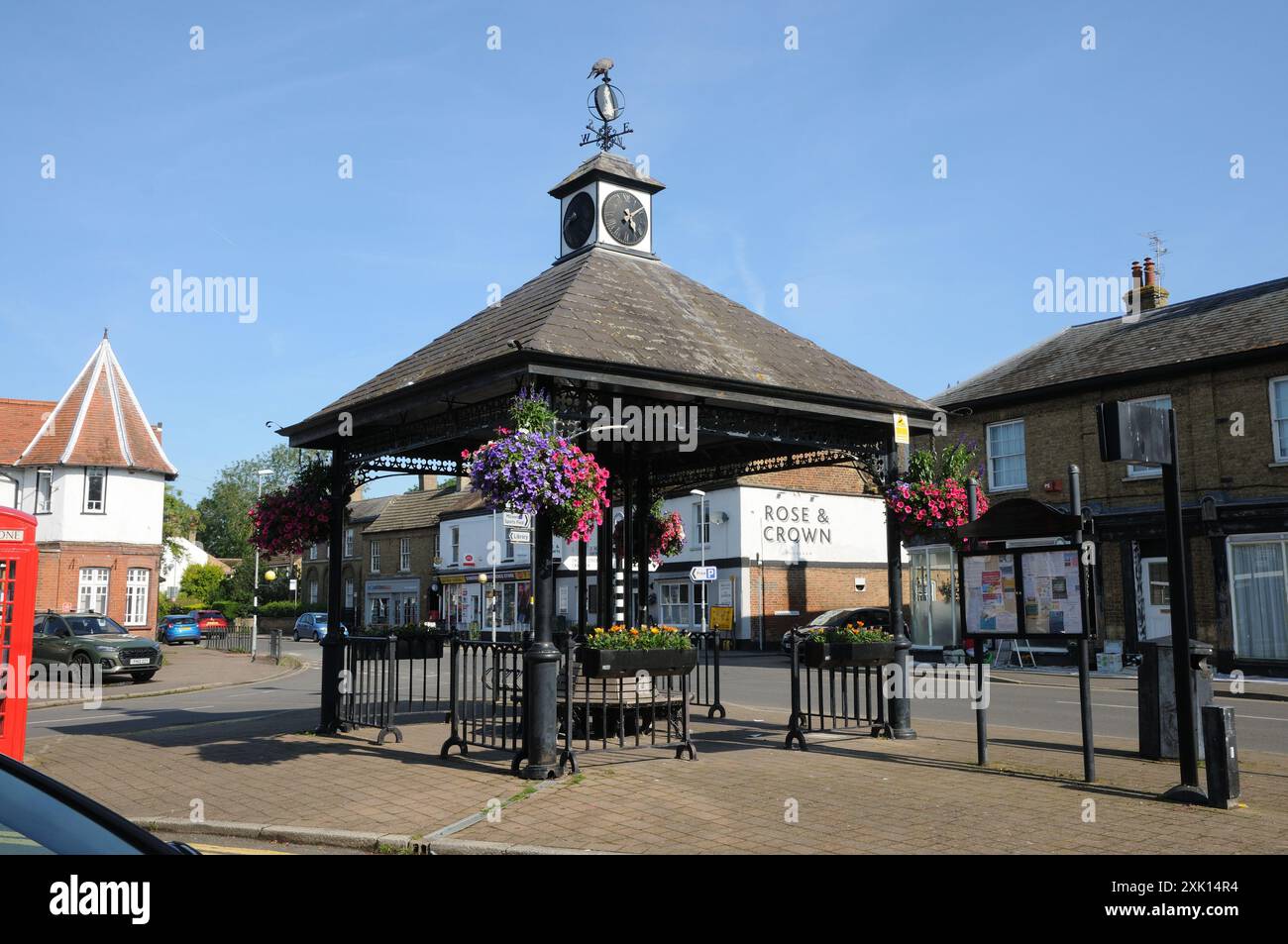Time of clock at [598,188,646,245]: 5:08
